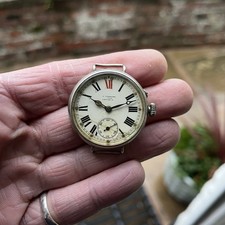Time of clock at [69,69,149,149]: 10:11
